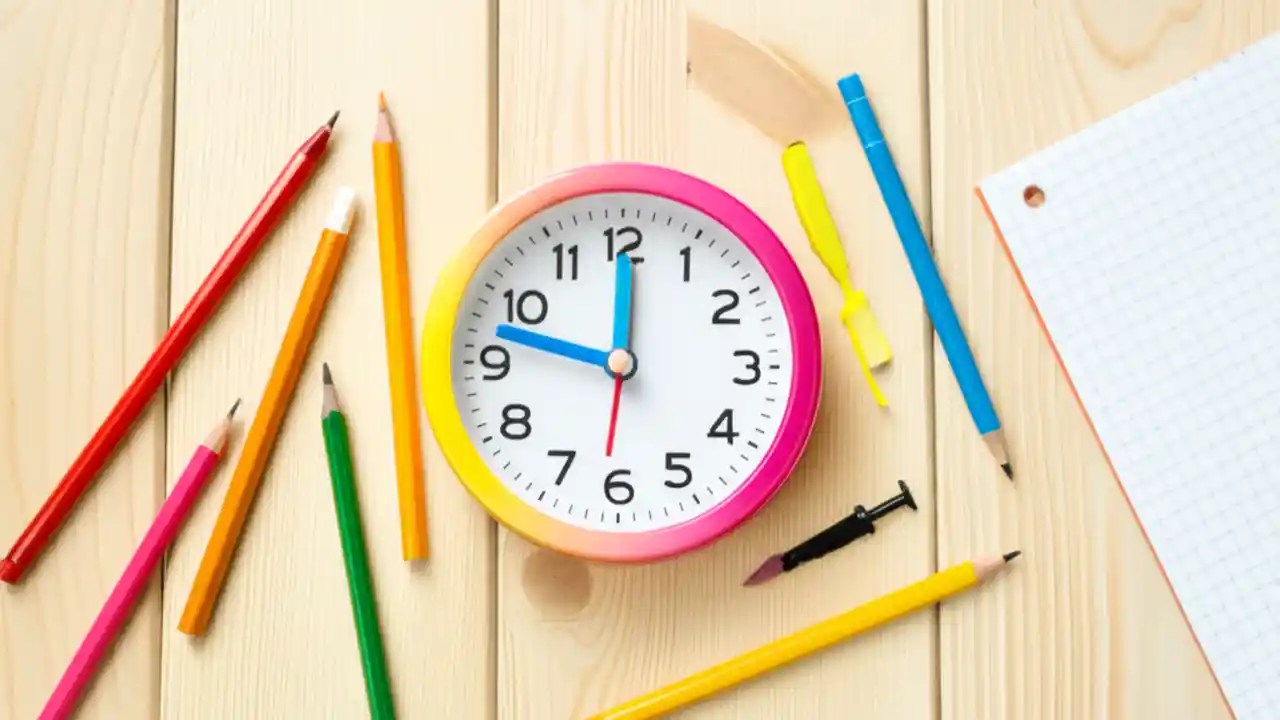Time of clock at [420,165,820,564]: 11:47
